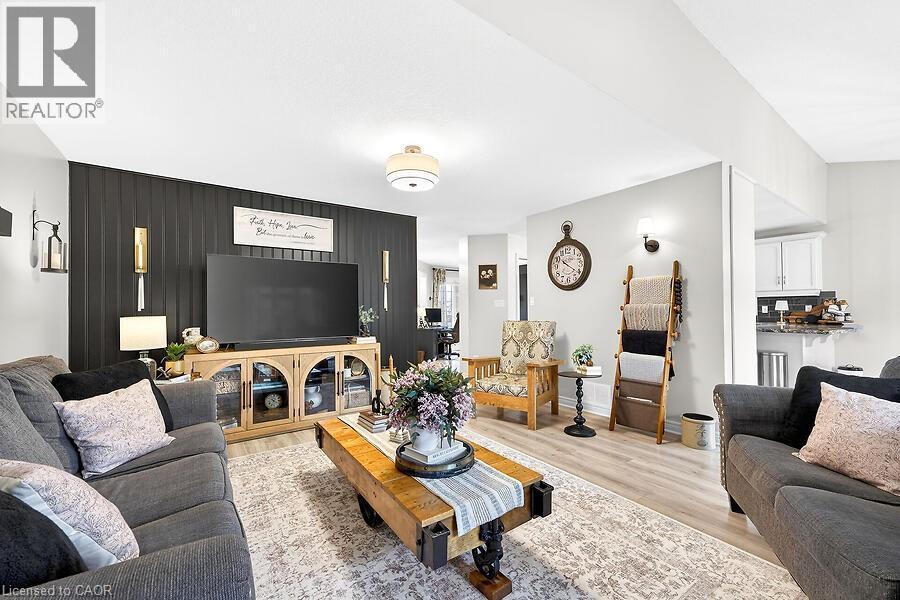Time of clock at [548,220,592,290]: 10:20
